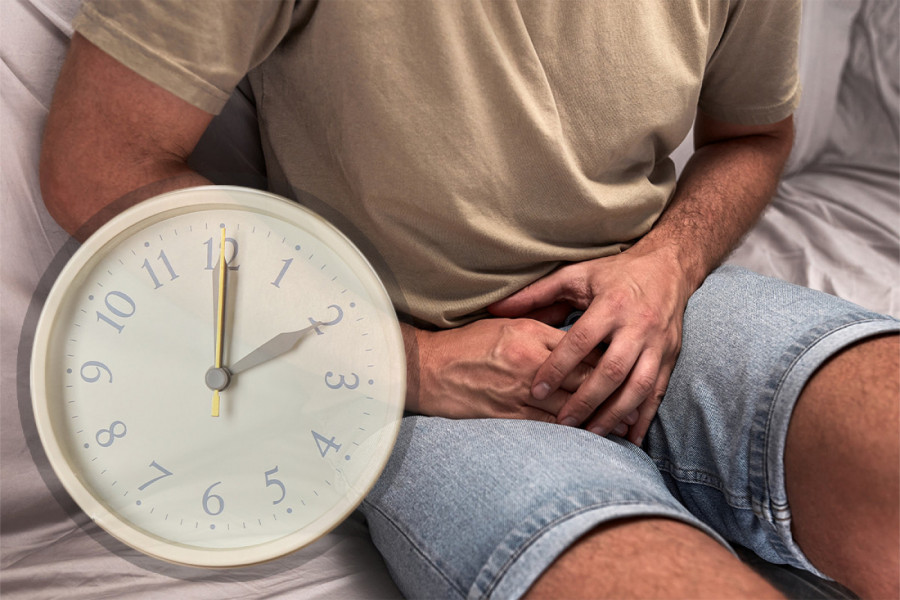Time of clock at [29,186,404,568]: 2:00
